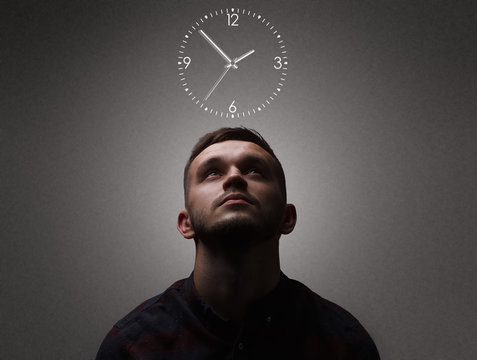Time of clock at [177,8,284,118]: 1:52
